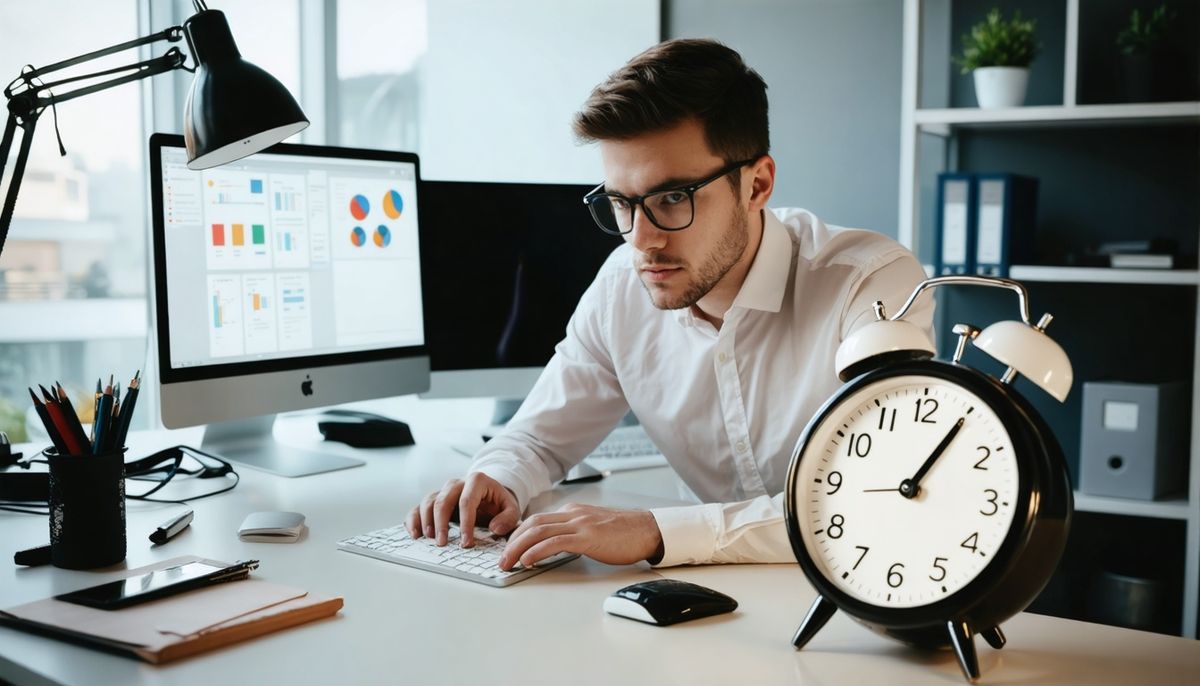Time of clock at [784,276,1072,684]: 1:05
